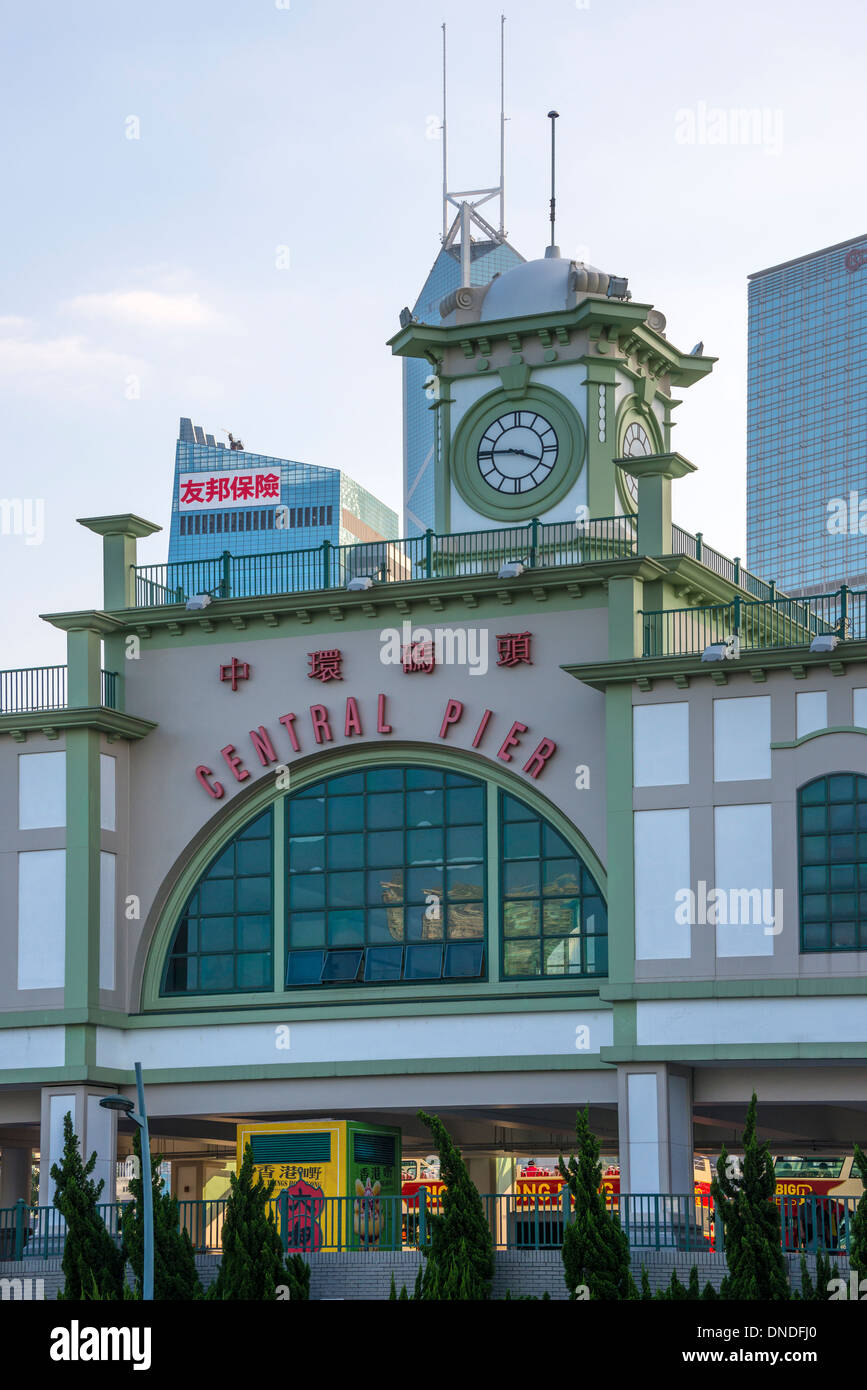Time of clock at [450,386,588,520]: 3:45
